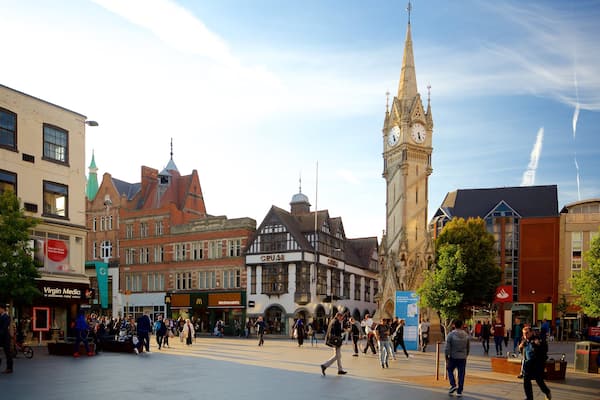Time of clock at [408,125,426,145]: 5:26
